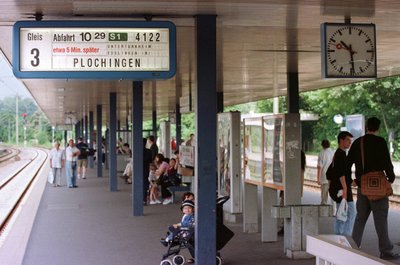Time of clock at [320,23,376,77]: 10:28
